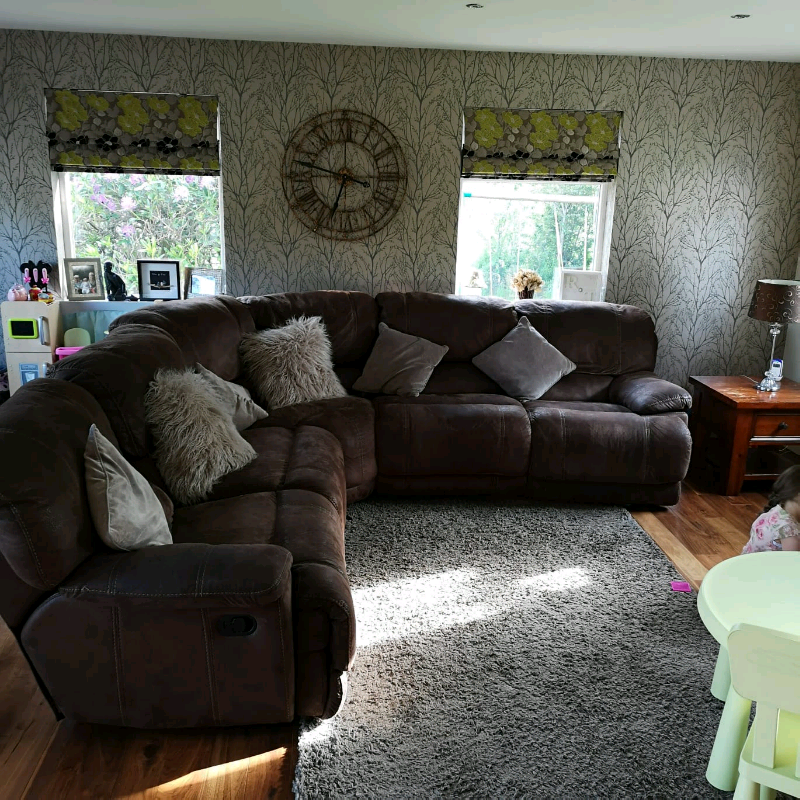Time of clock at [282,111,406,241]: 6:47
